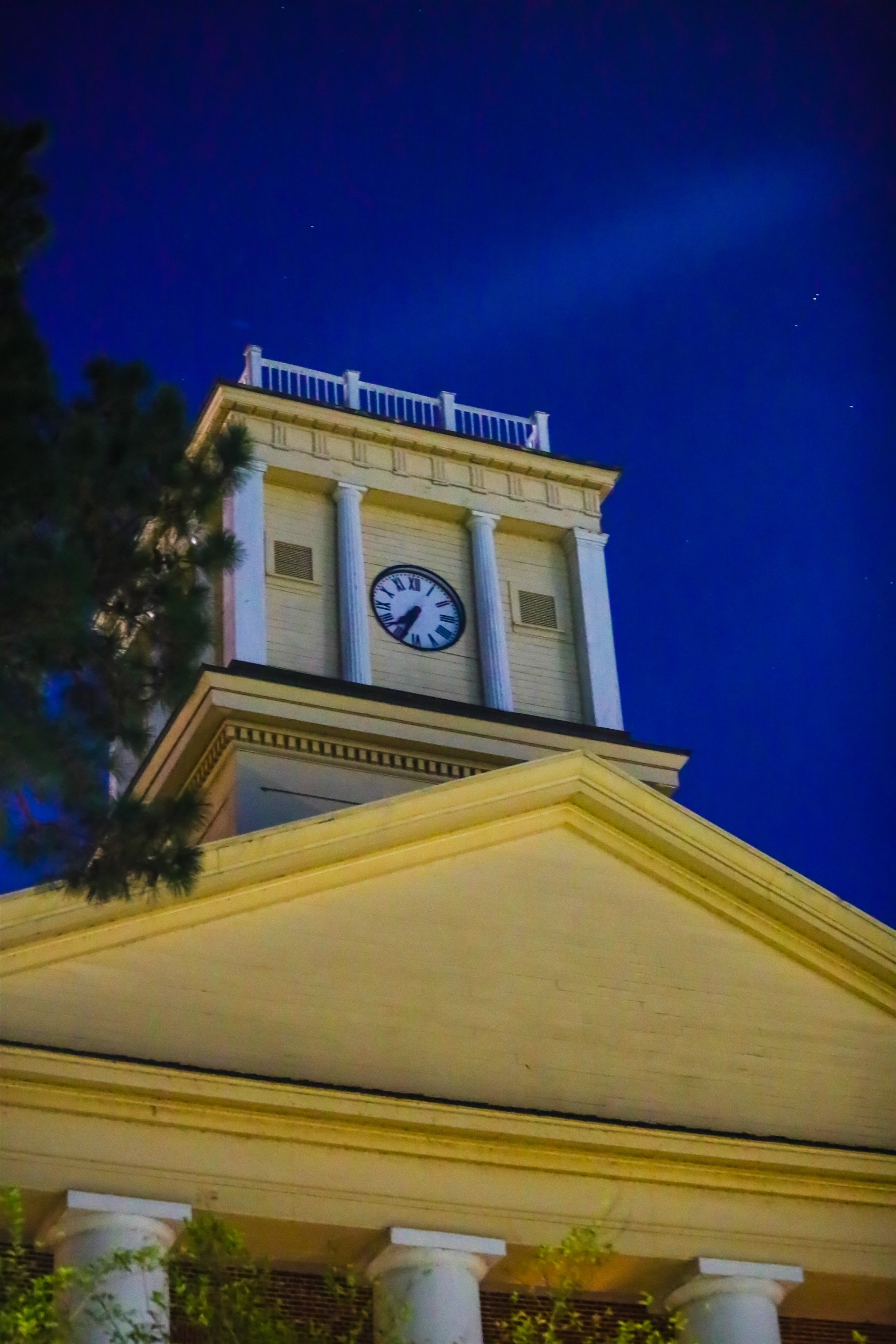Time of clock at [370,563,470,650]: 7:34
